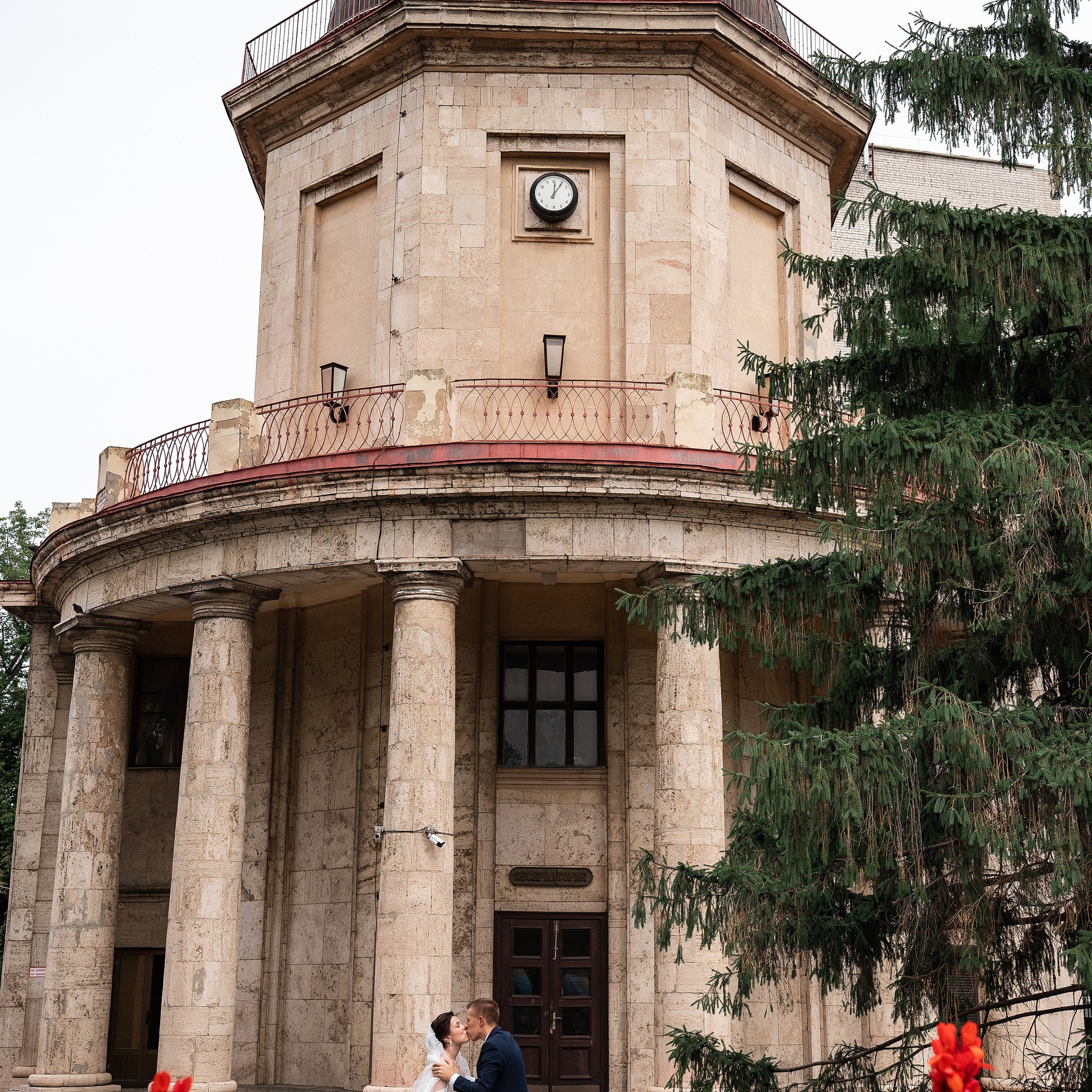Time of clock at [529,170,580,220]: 12:05
